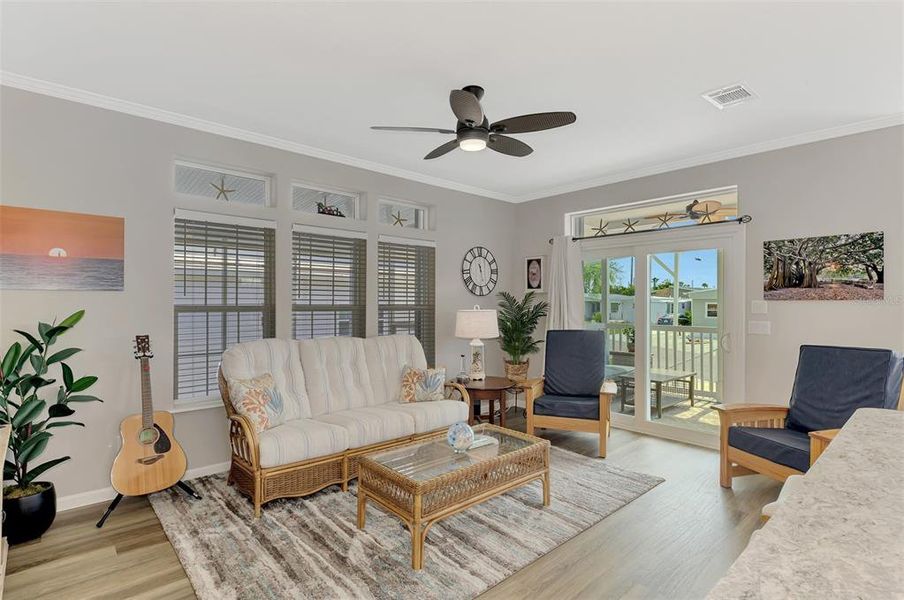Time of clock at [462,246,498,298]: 11:28
